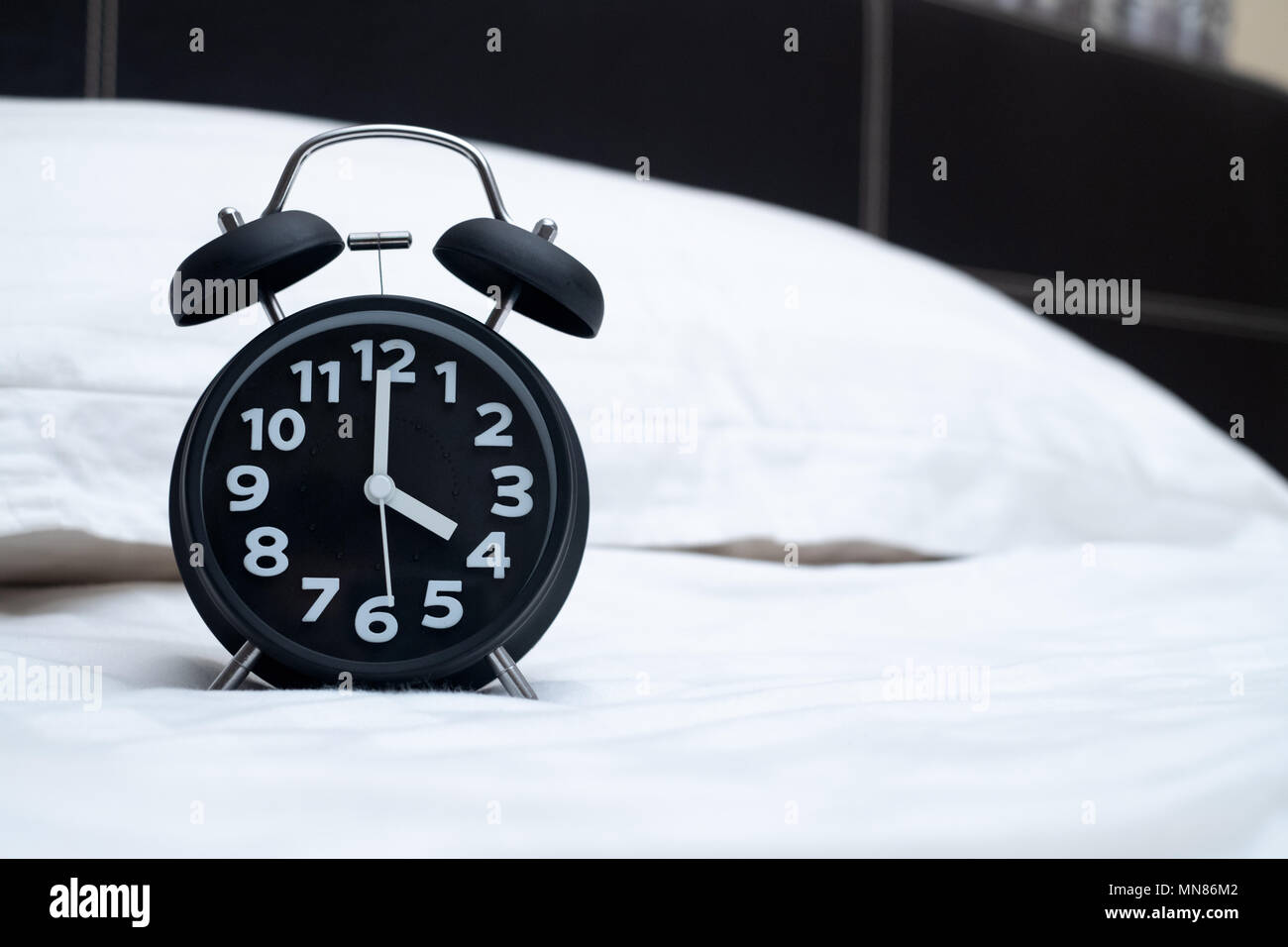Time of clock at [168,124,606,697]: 4:00
